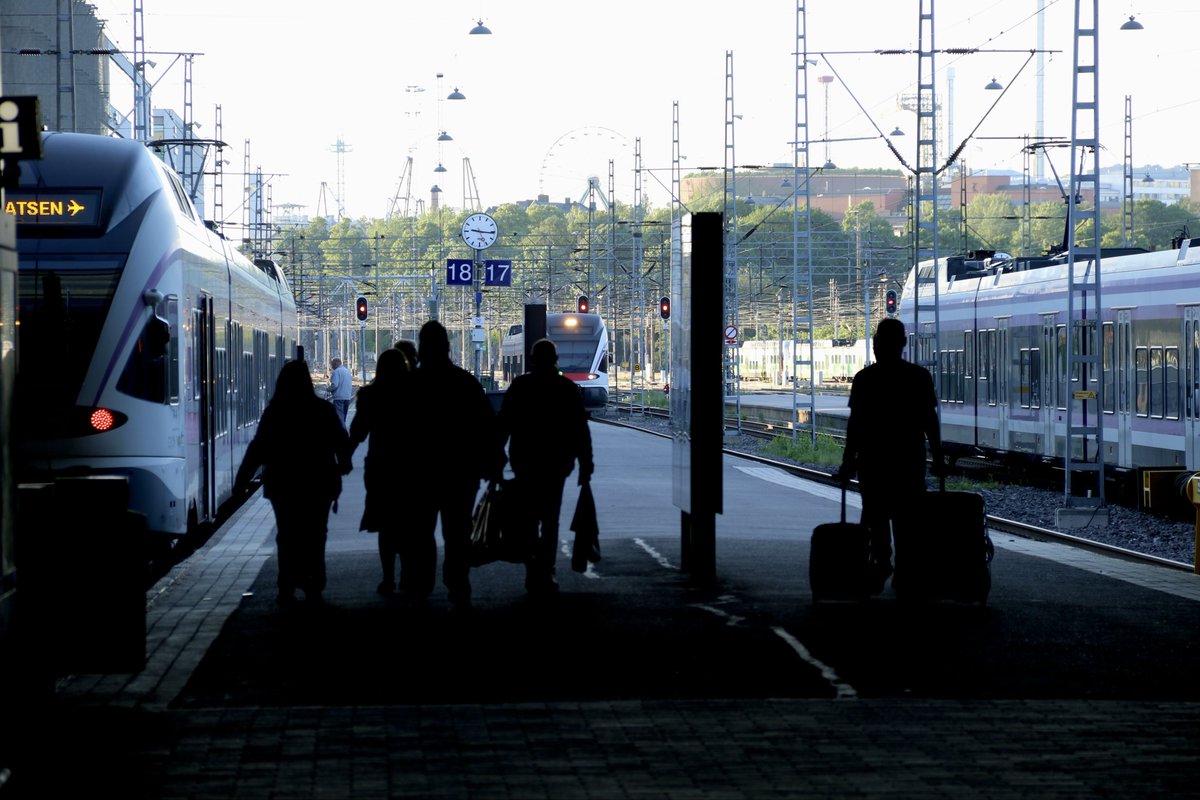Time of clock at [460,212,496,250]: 9:15
